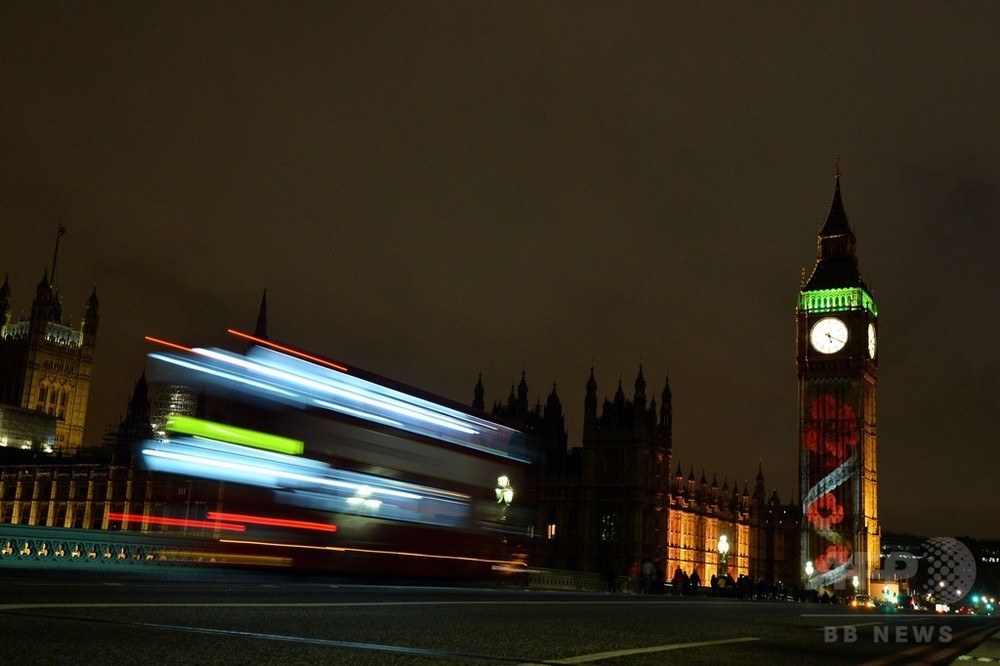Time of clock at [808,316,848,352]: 5:19
